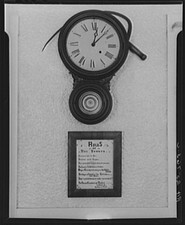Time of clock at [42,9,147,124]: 12:07
